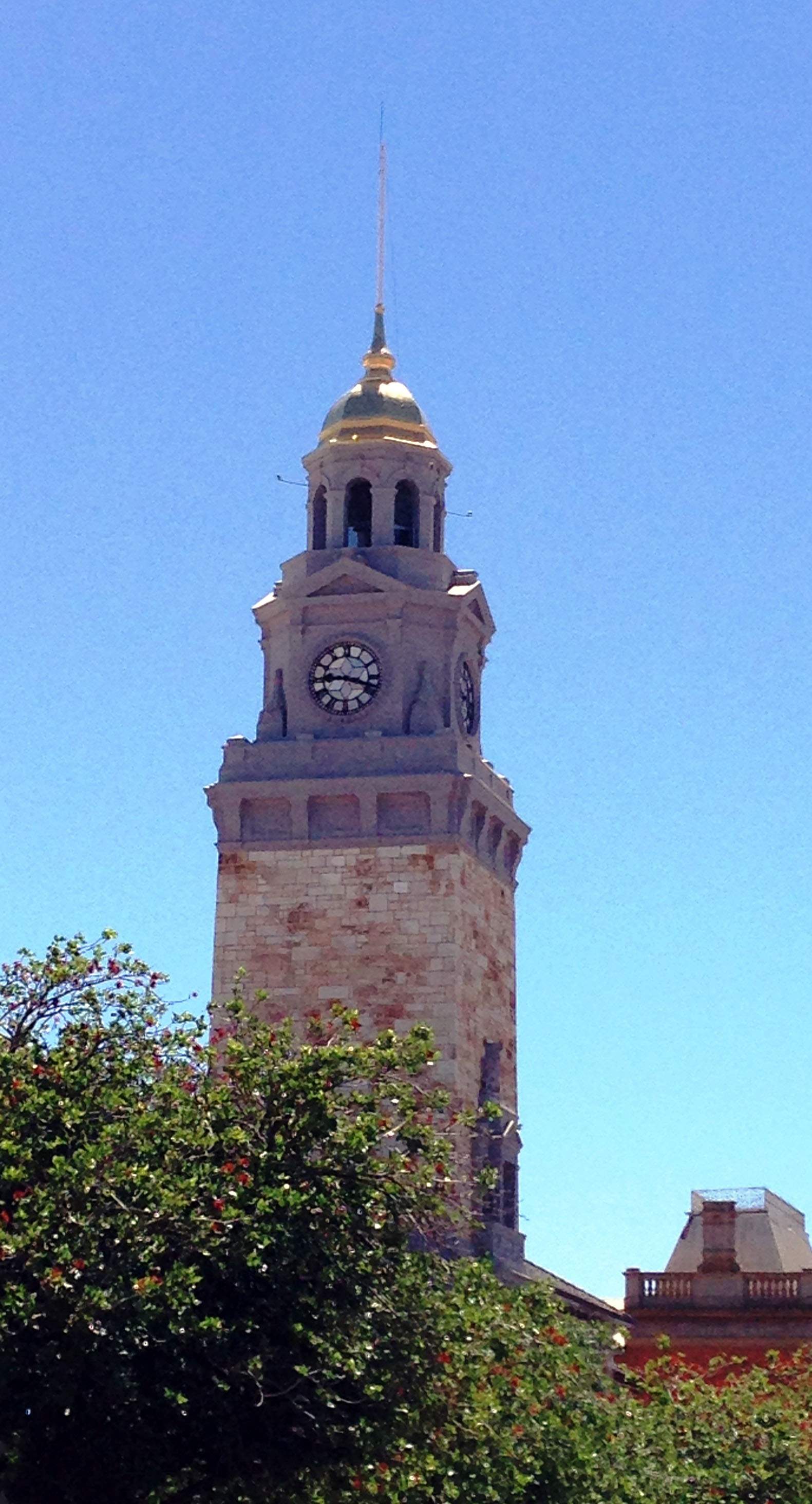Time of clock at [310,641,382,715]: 9:17
